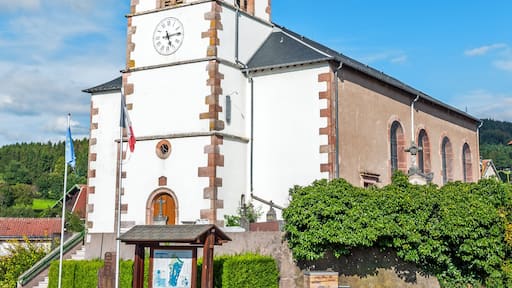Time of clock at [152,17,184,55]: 5:13
